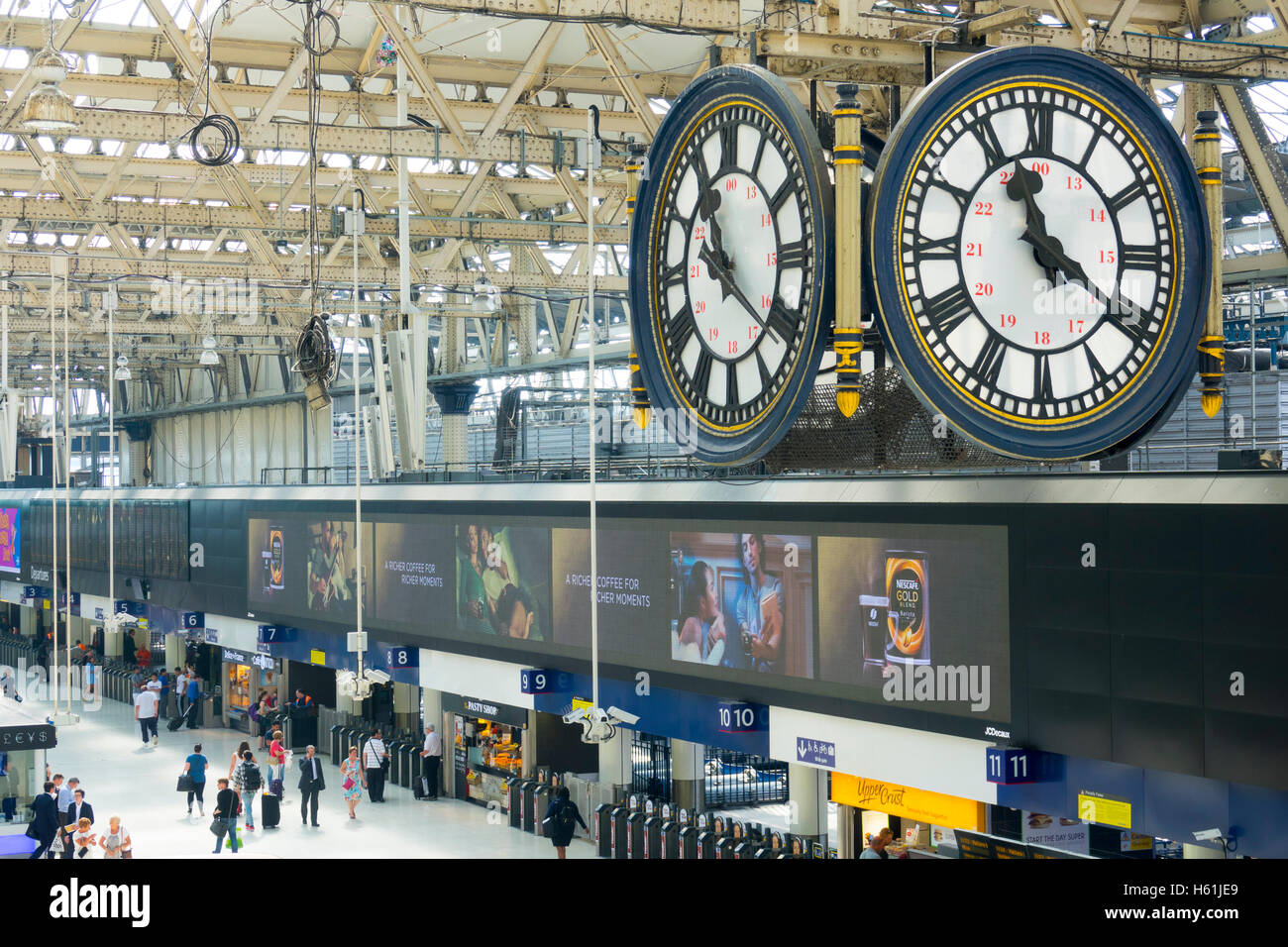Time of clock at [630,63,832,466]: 11:21
